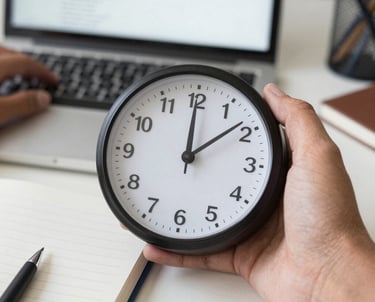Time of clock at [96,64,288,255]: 12:08
